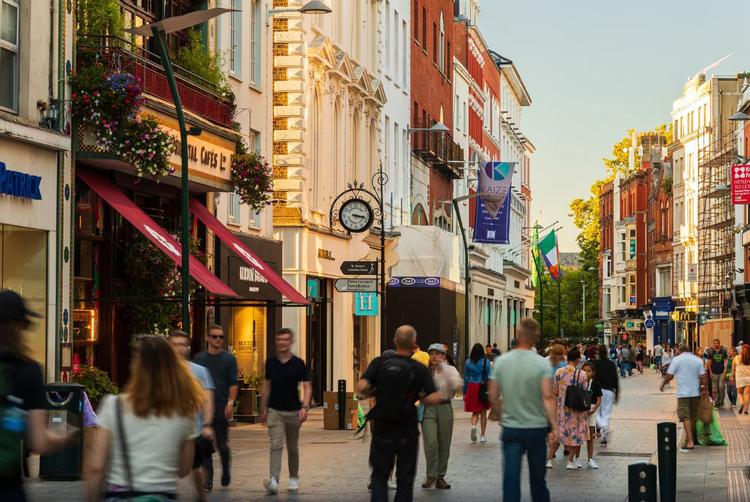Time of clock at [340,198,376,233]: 3:17
